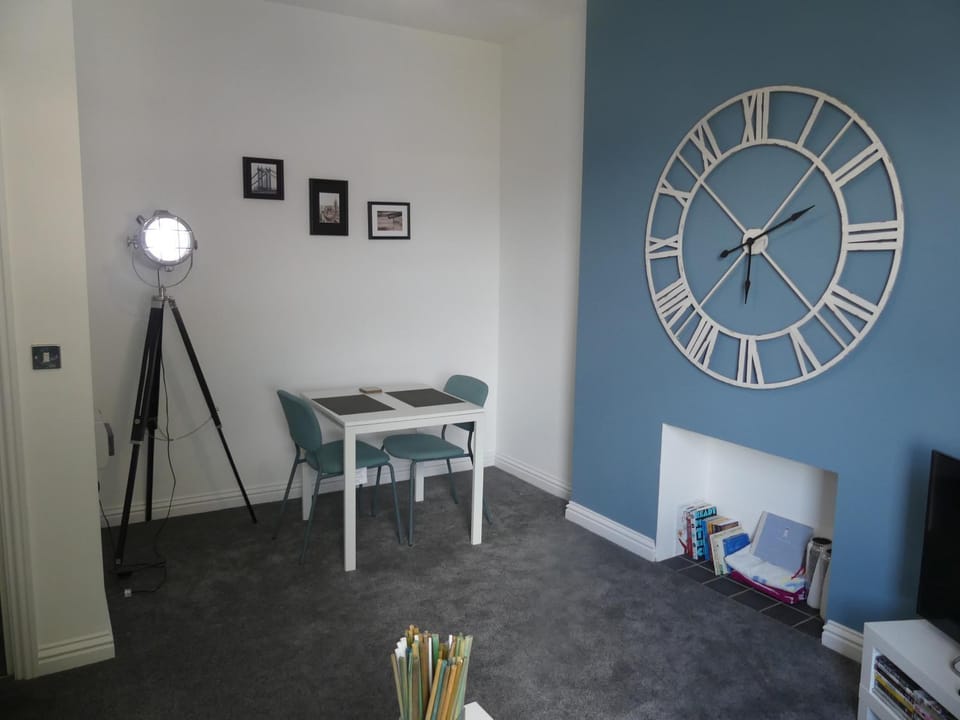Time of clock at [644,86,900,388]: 6:10
